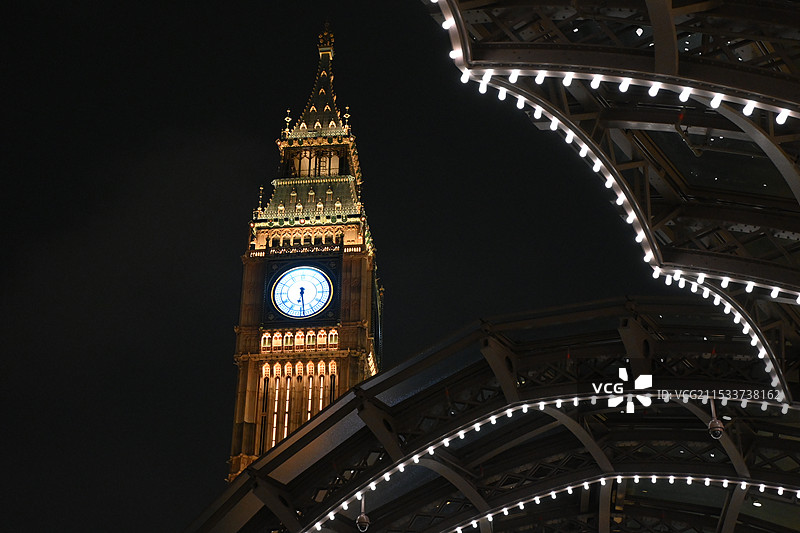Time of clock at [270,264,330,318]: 6:28
